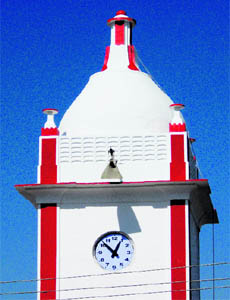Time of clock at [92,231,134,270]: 12:52
